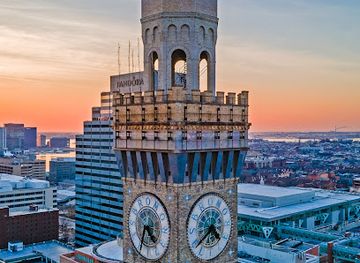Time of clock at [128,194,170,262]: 4:34
